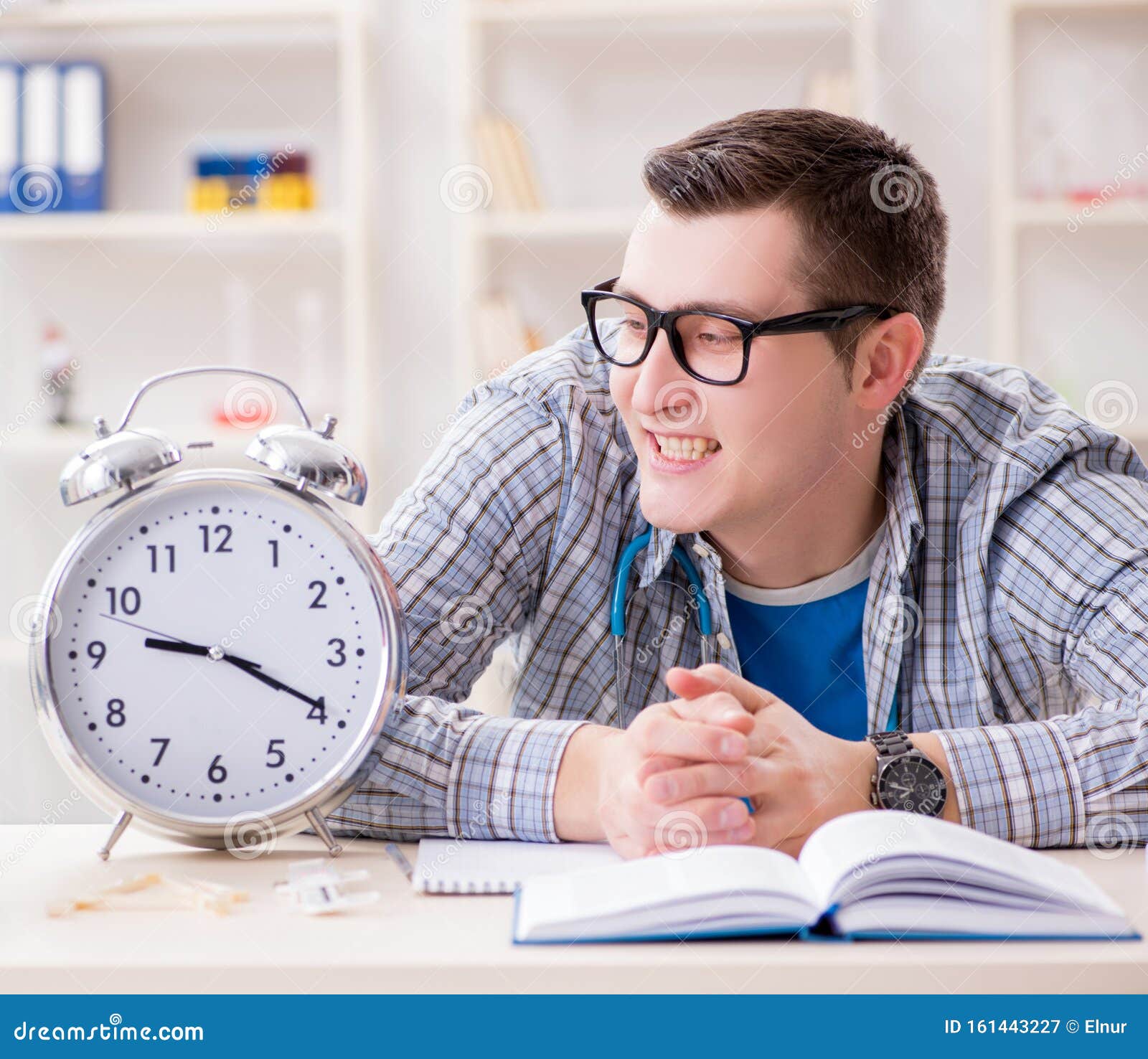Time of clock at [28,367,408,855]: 9:19
